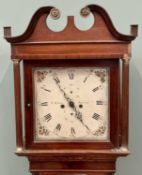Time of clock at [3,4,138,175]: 4:54
